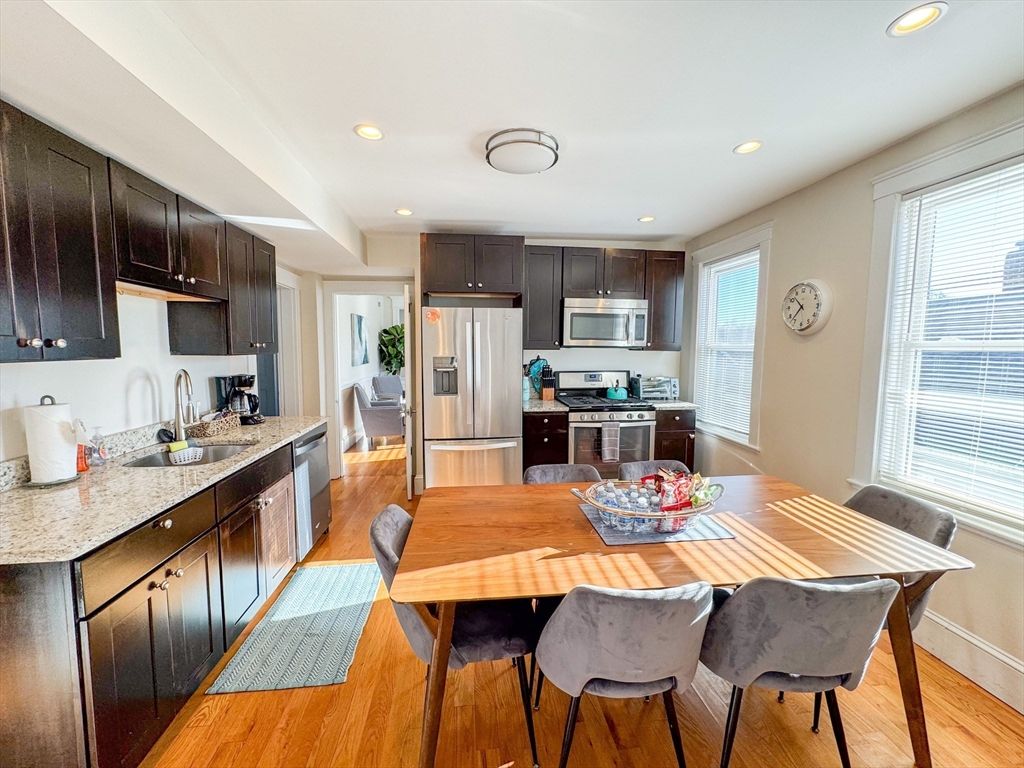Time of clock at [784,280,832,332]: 10:37
